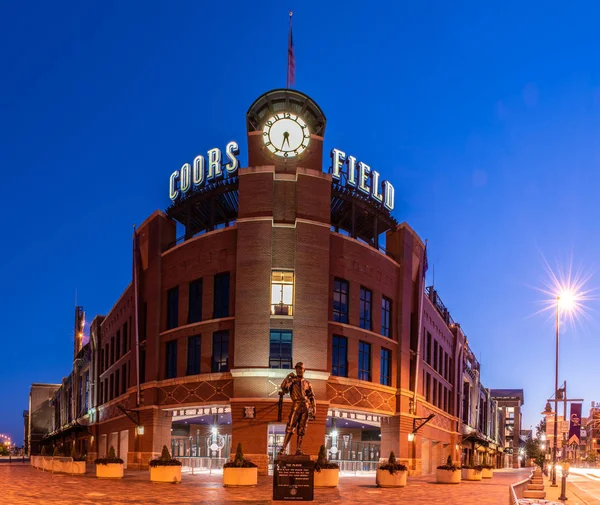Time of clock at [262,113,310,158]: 5:32
